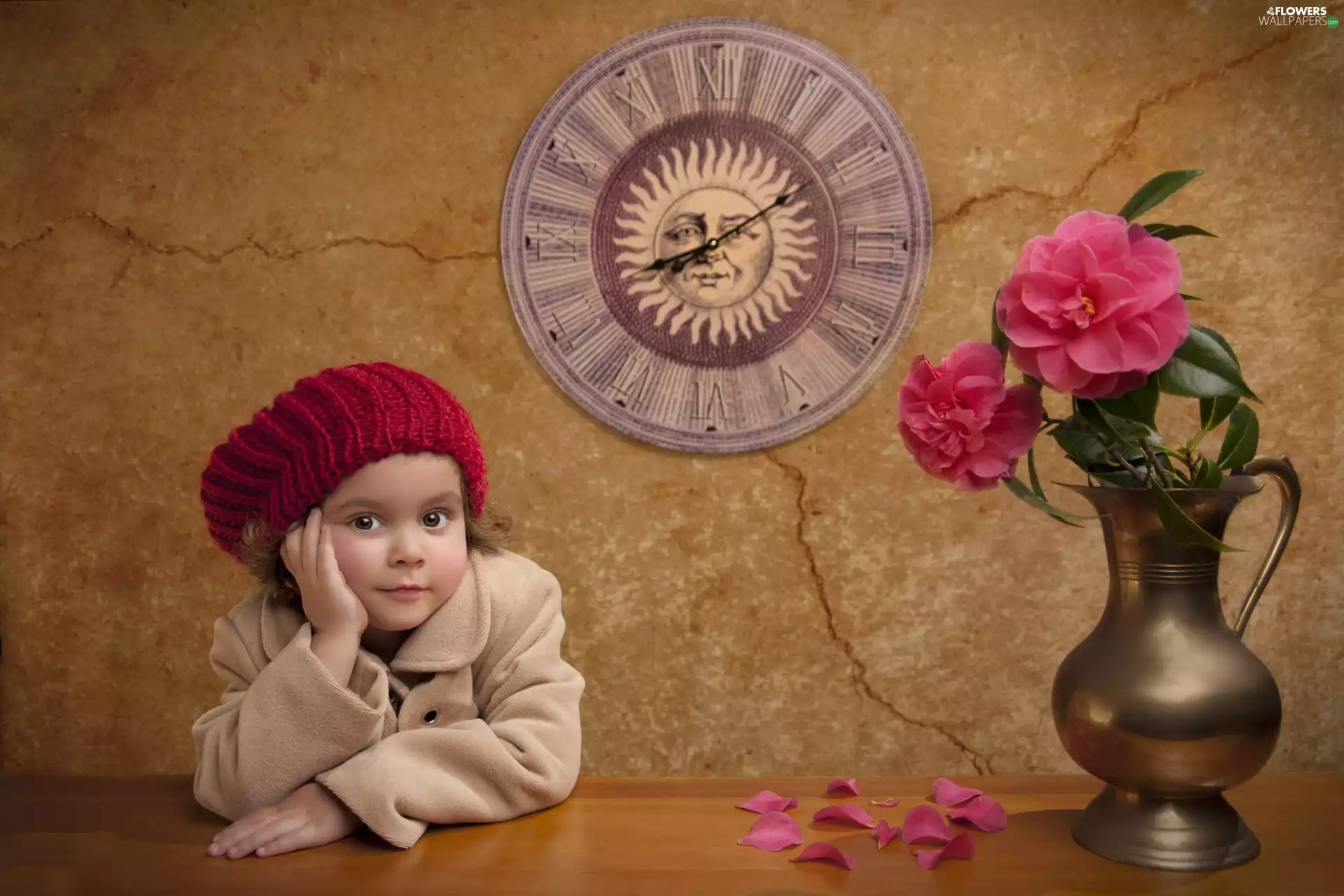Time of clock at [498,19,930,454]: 8:09
